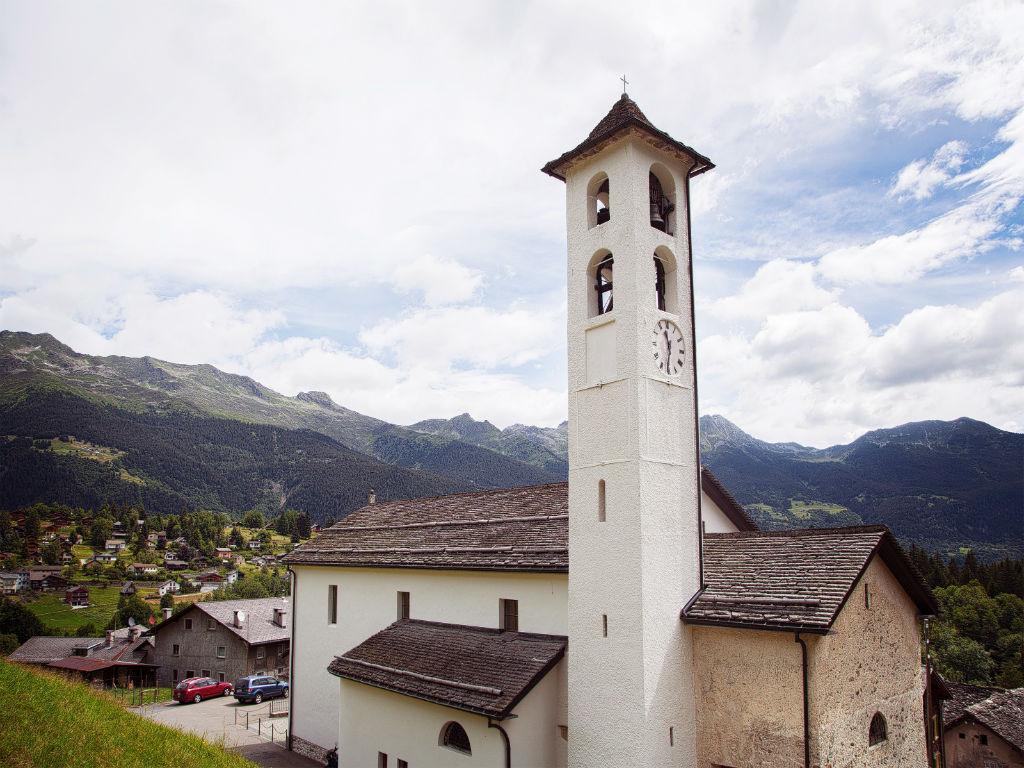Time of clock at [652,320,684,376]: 11:31
